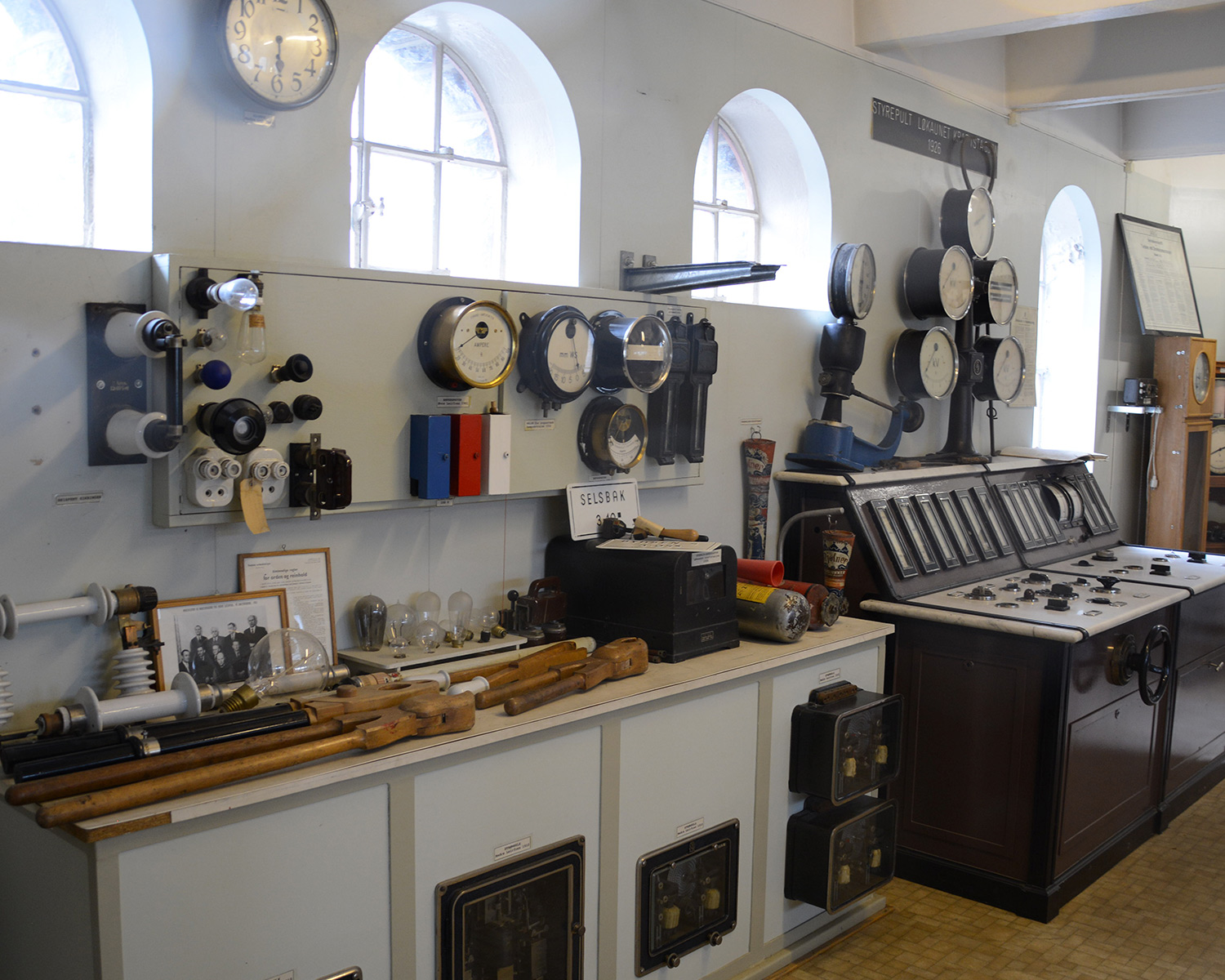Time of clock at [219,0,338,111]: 6:13
